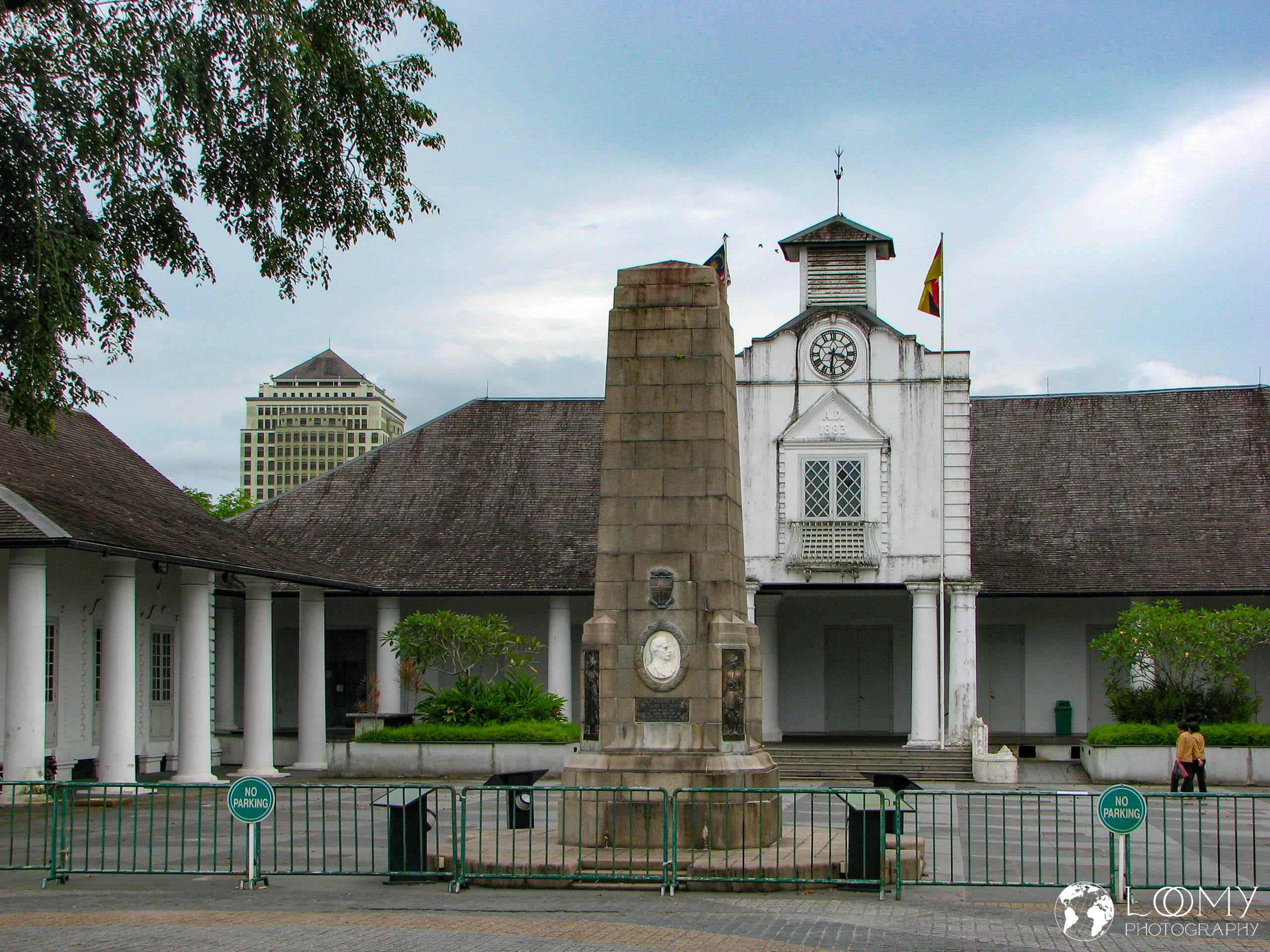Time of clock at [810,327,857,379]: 3:31
